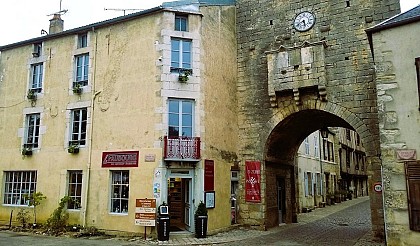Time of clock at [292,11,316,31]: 5:40
